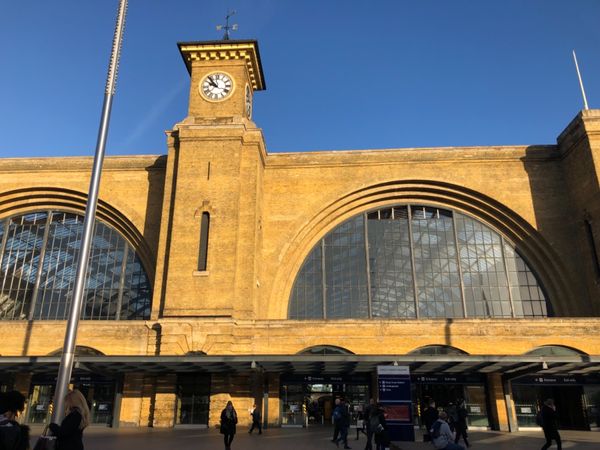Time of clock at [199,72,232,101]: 9:53
